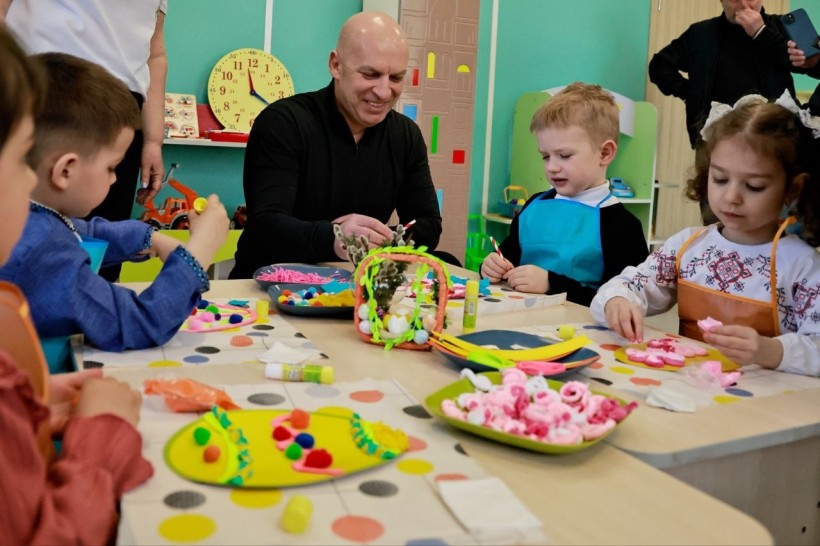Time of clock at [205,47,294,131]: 3:58
